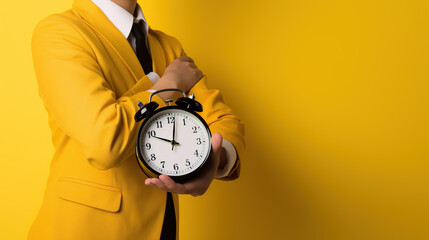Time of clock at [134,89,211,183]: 10:01
